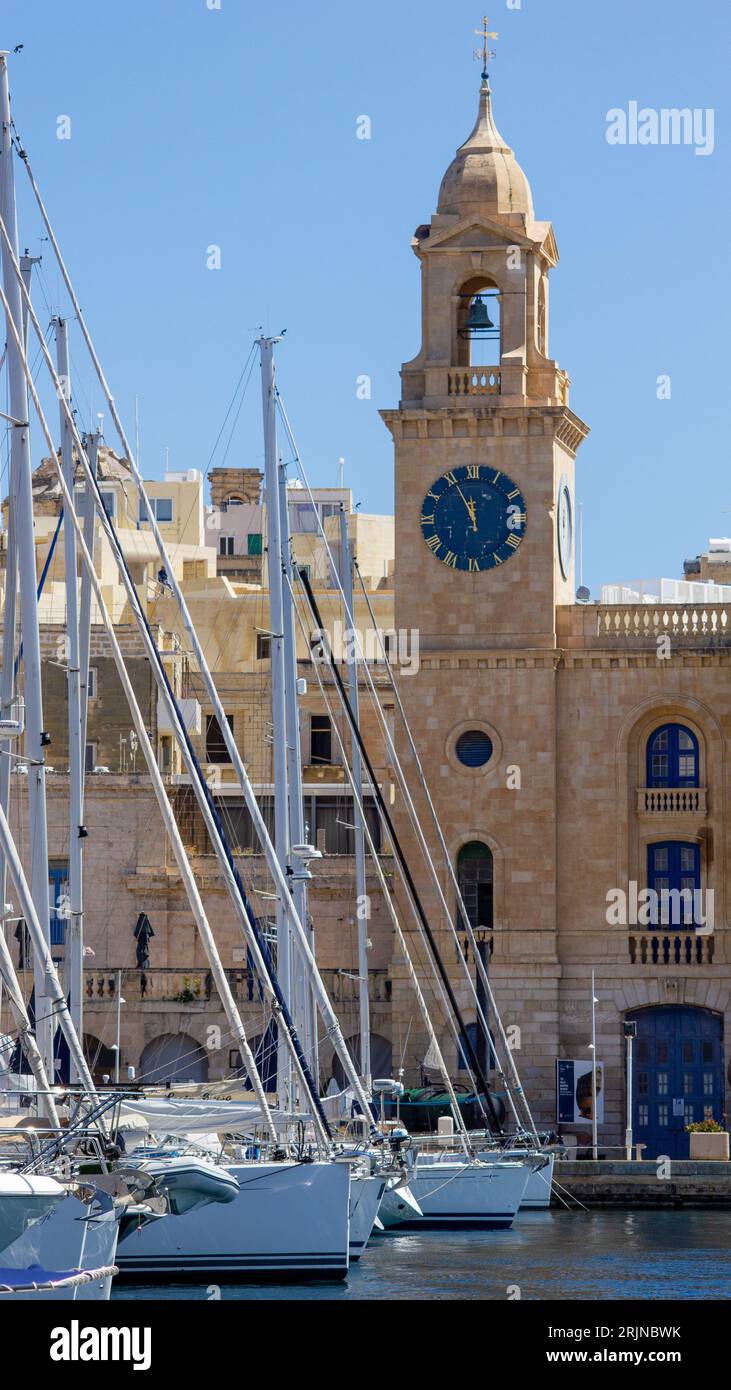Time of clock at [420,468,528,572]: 11:55
